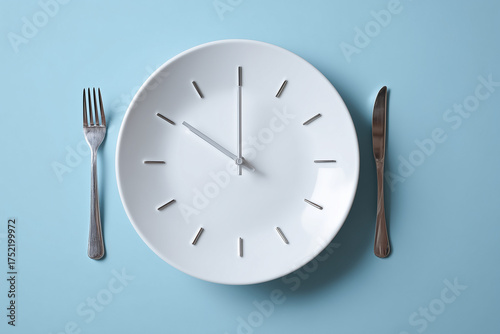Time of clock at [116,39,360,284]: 10:00
